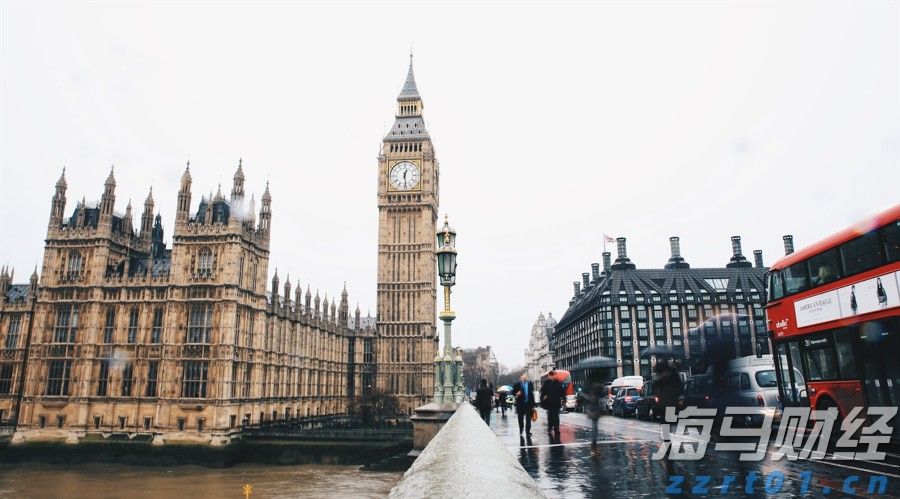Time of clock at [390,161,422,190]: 12:28
